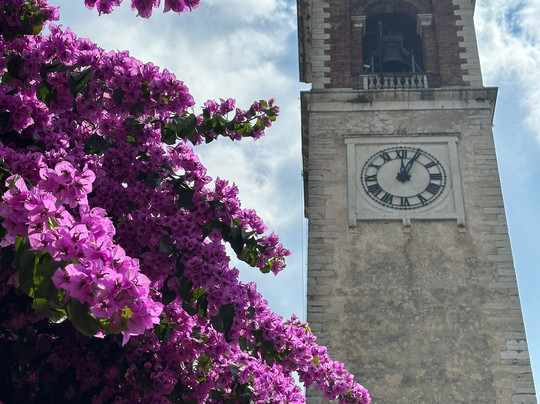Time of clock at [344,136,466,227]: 12:04
